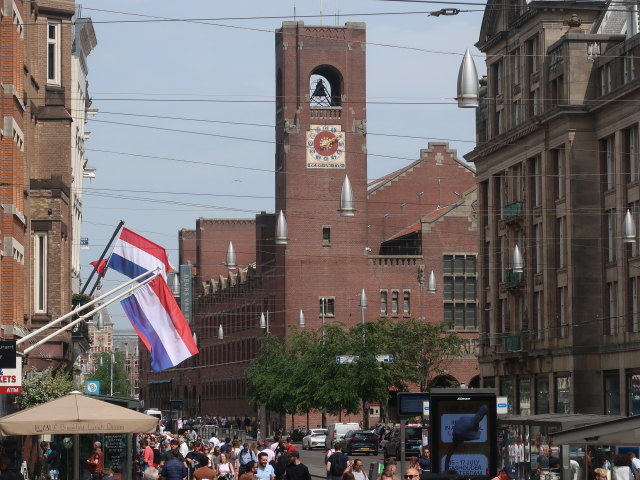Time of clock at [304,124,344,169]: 8:09
